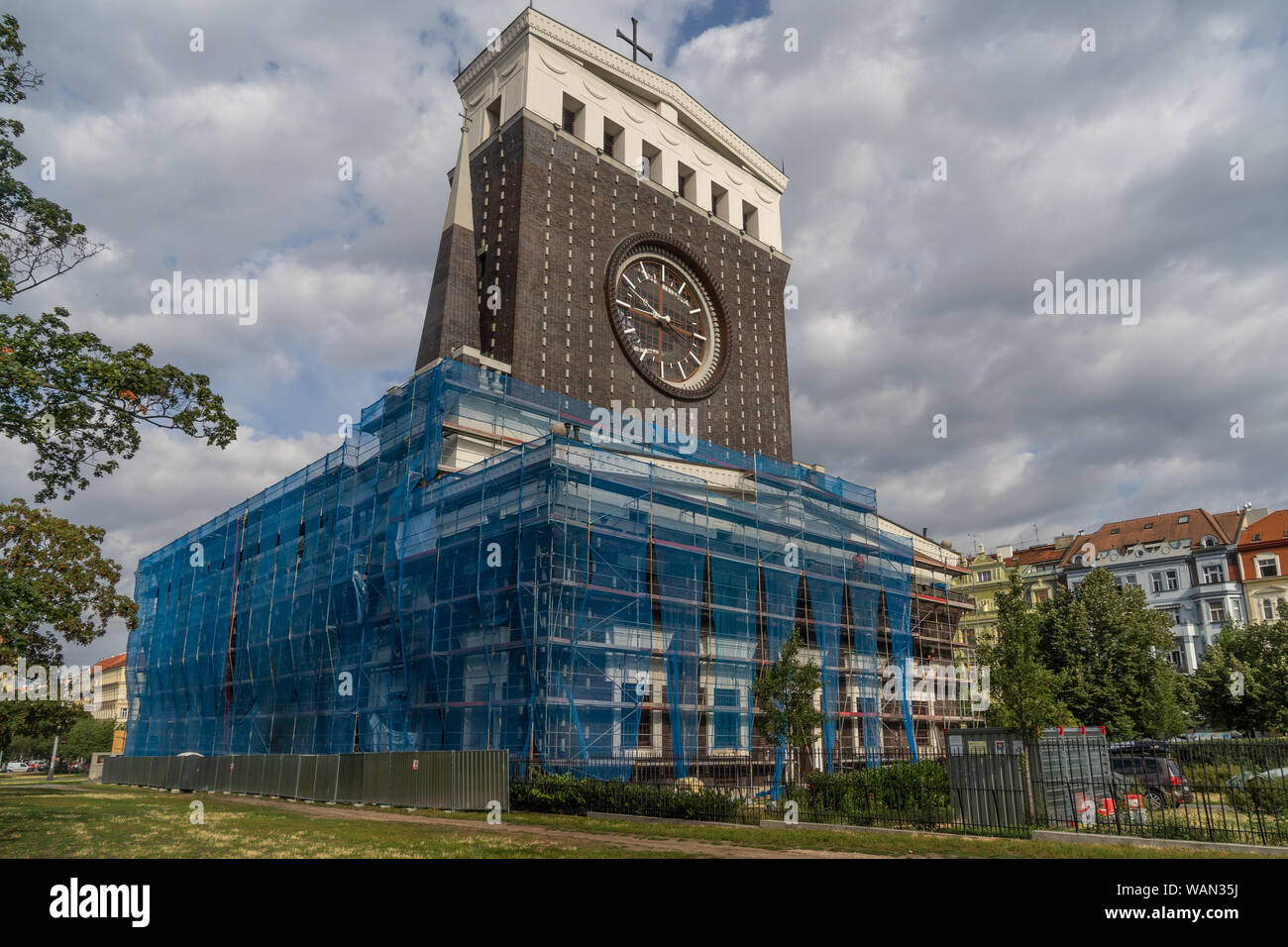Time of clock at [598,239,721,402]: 9:44
